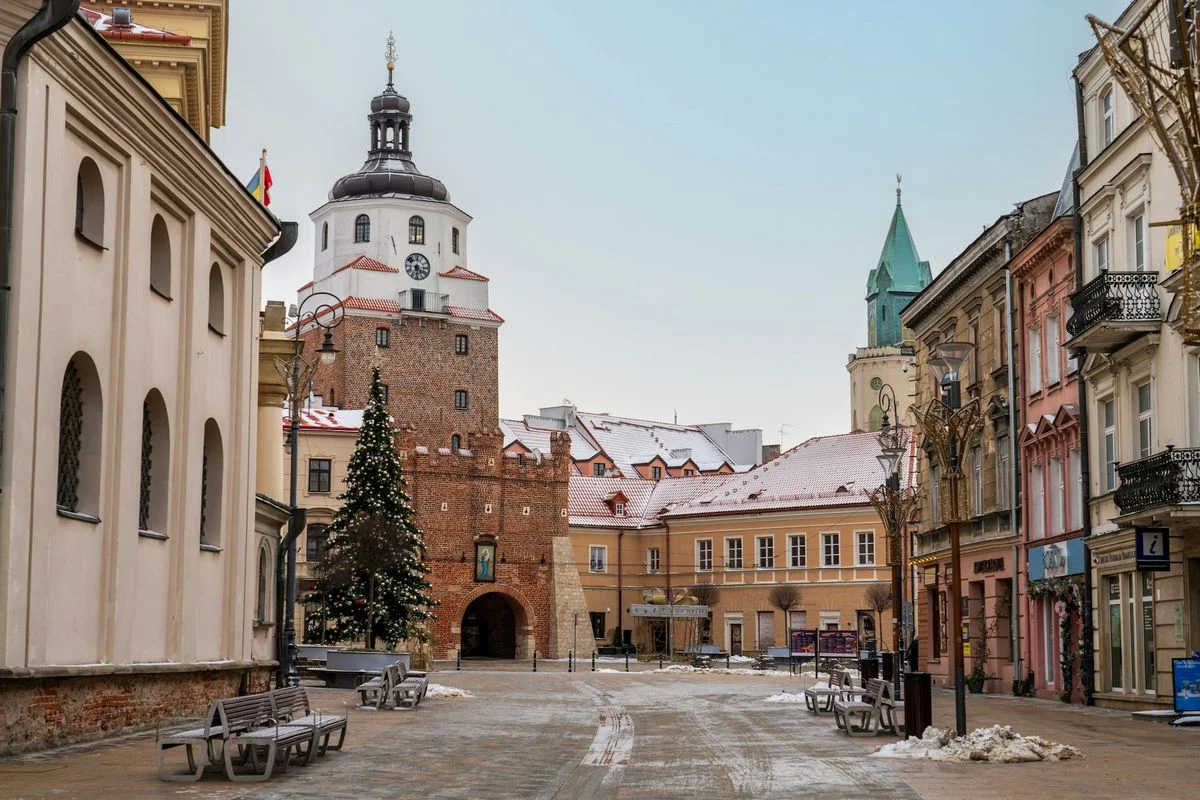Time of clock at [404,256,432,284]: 6:20
